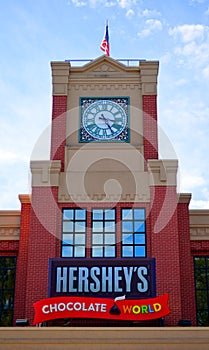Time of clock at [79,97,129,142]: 3:24
